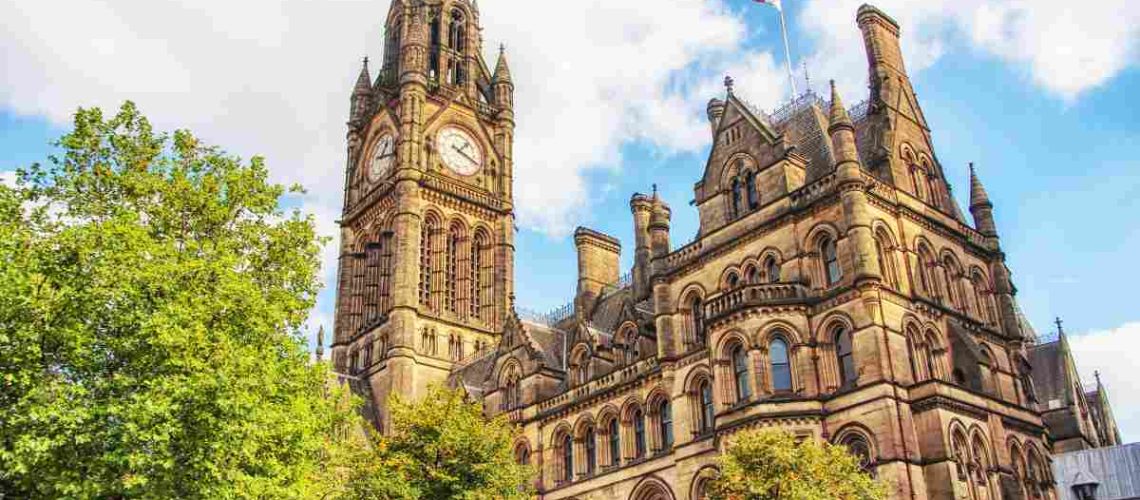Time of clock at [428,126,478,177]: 1:18
